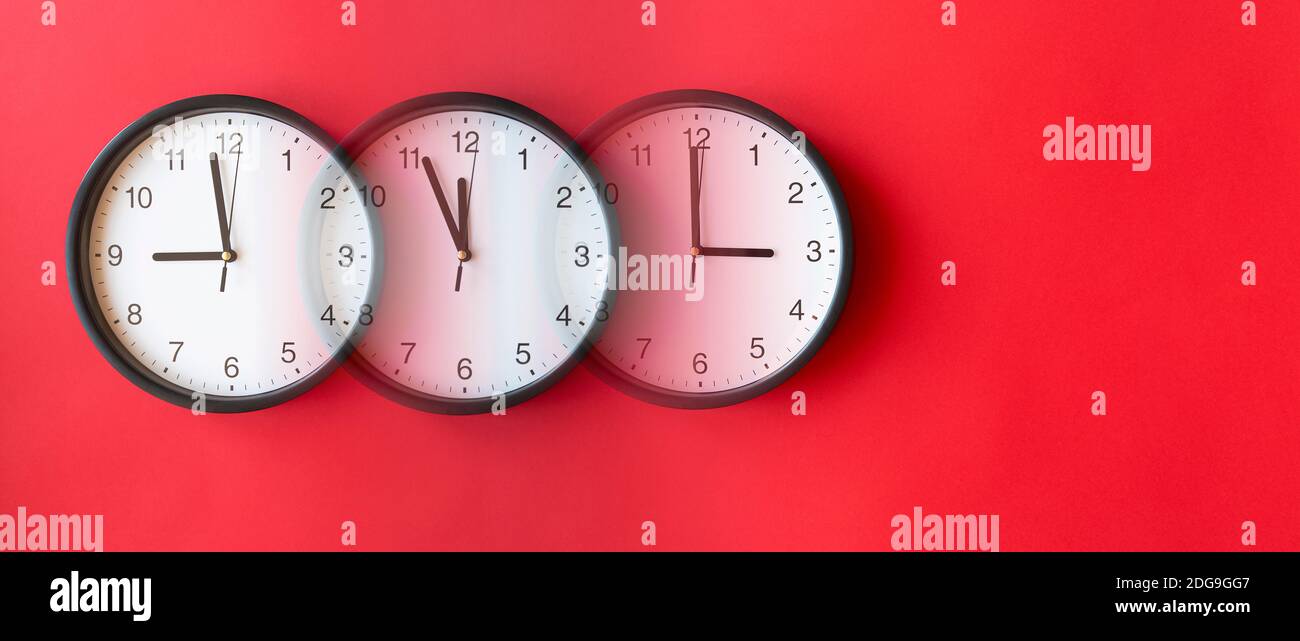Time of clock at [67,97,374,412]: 8:58
